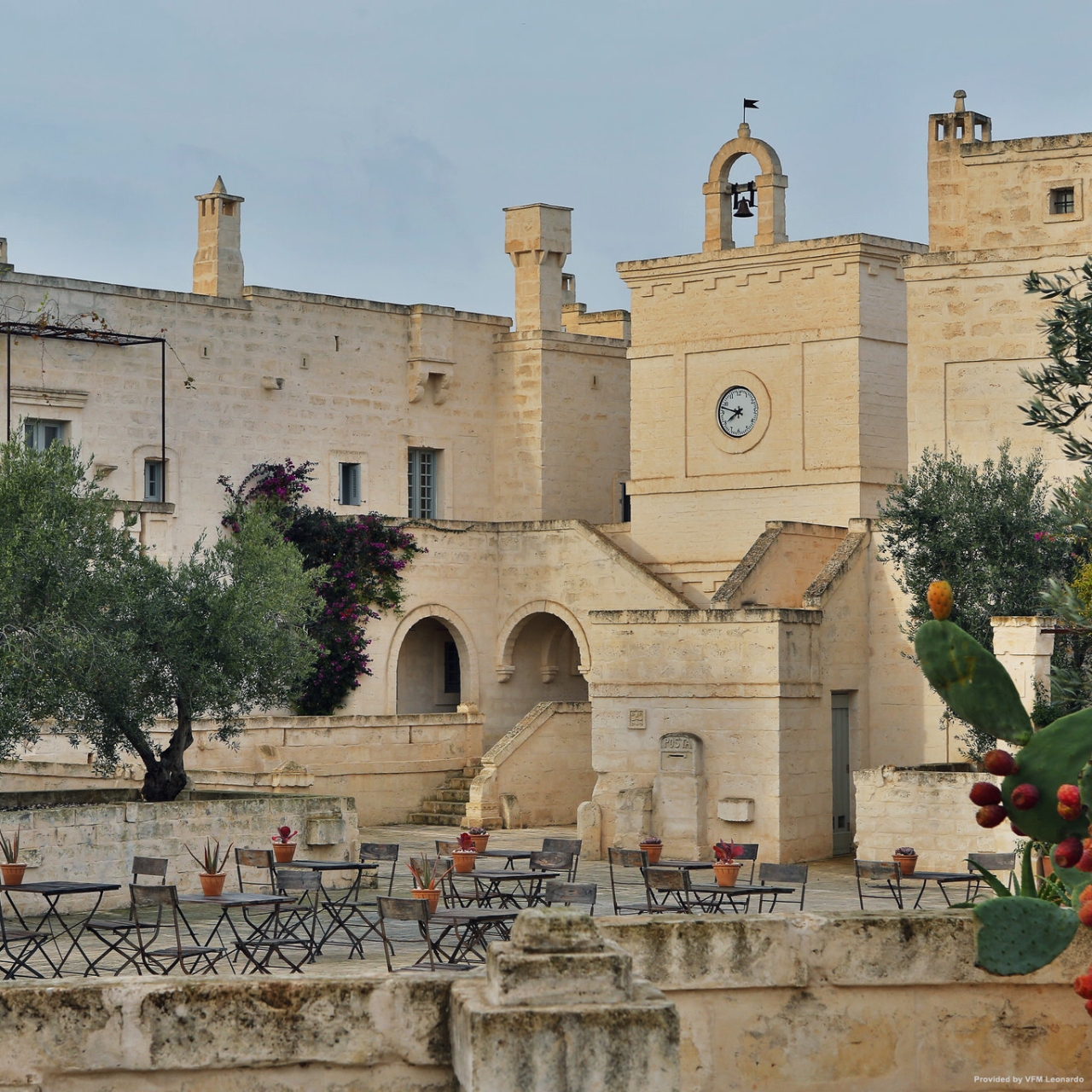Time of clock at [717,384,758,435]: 7:47
